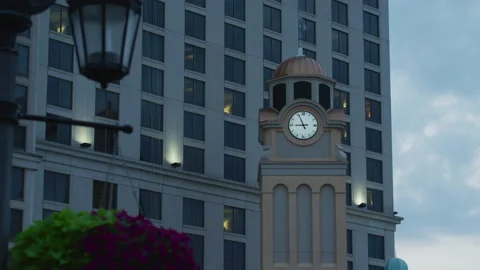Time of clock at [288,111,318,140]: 8:56
